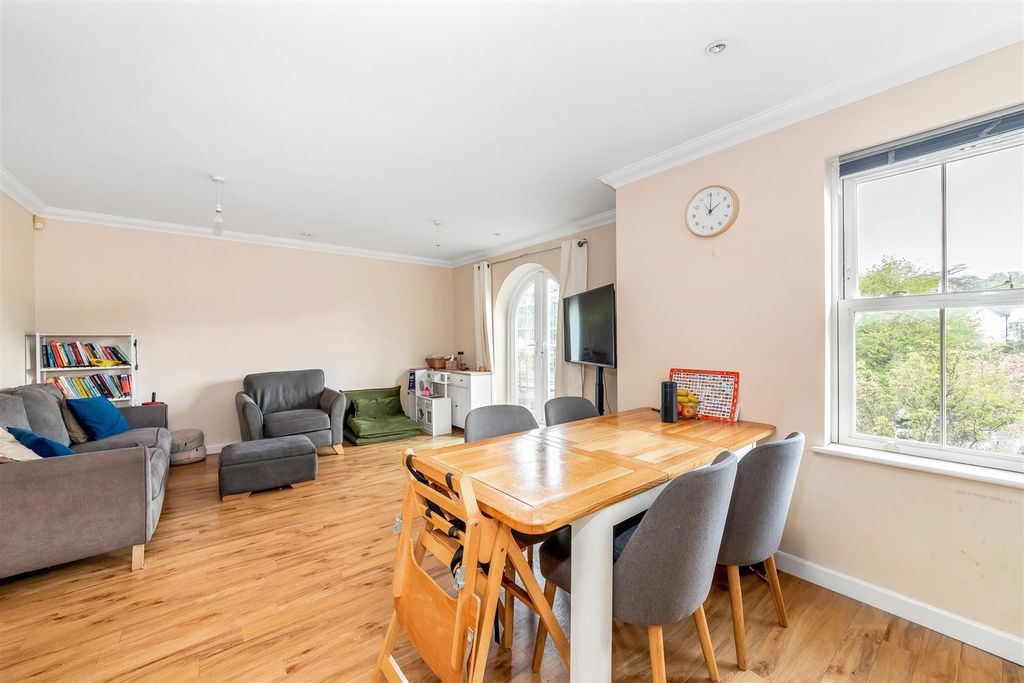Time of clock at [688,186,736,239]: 2:00
